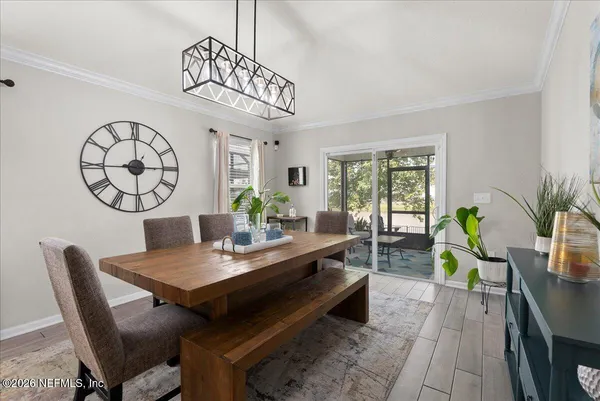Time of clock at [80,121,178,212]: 2:59
